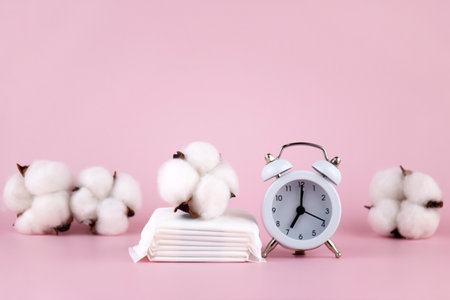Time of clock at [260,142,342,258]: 7:00
